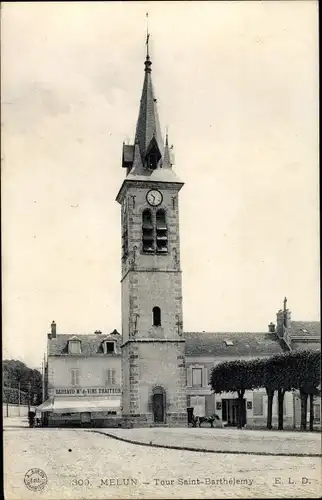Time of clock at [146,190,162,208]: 10:32
